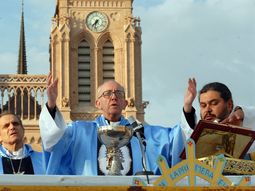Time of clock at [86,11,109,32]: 7:32
